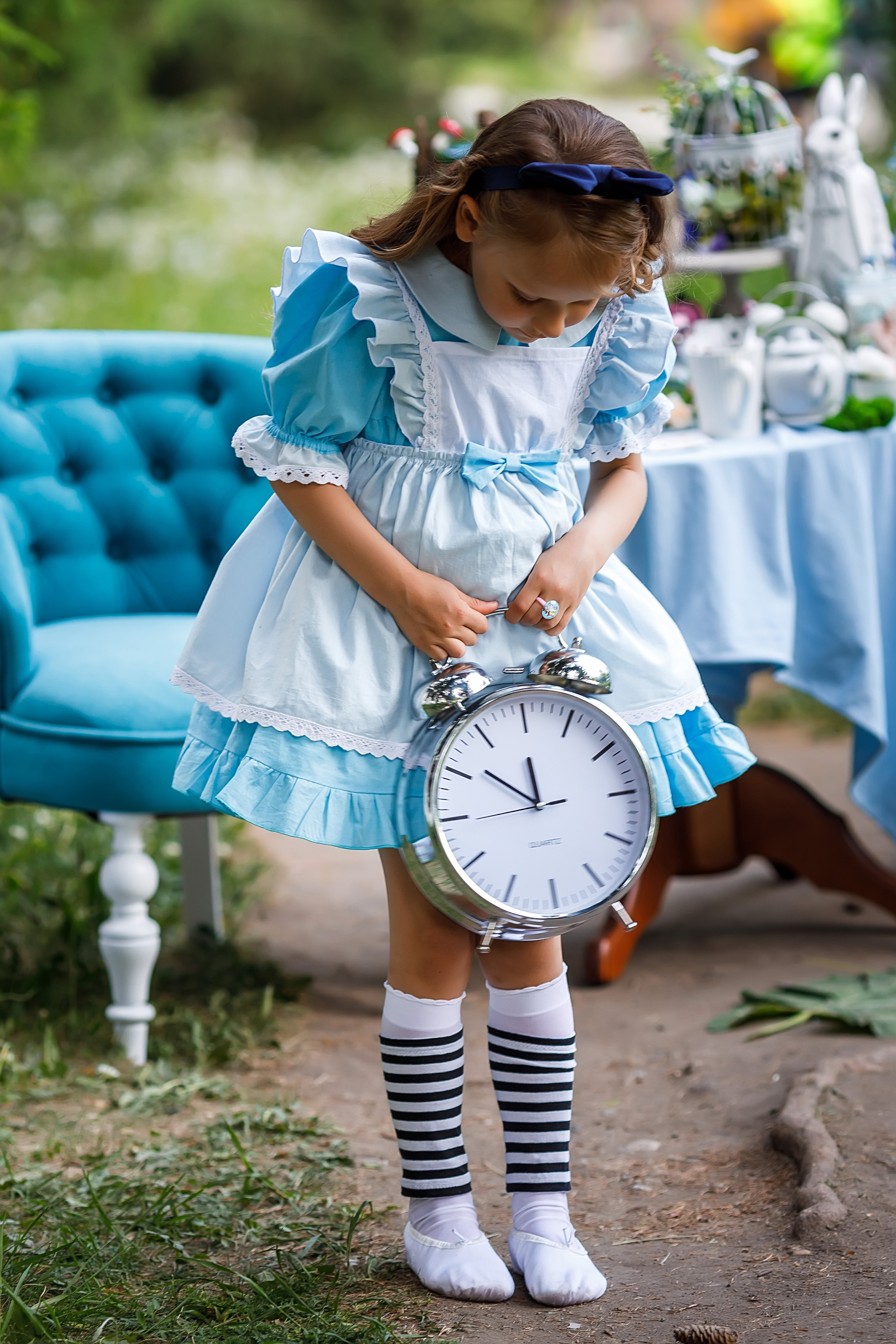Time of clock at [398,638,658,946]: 11:51
